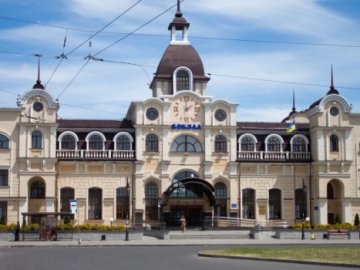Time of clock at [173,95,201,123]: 1:59
